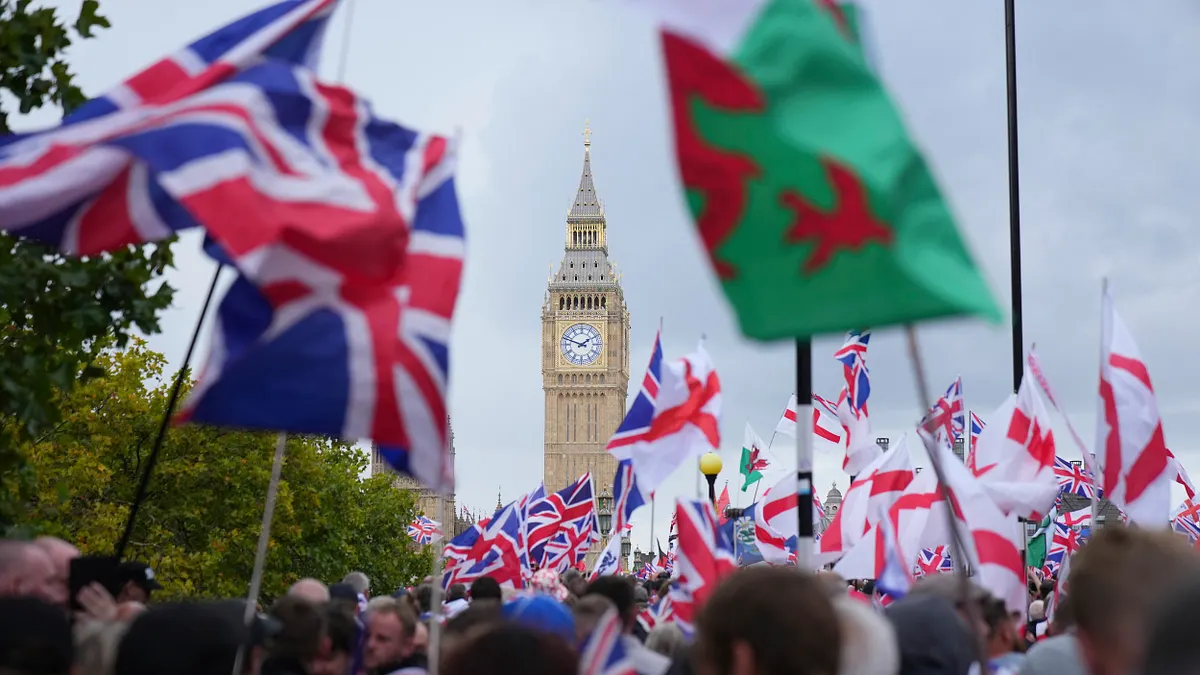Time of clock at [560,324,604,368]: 1:48
